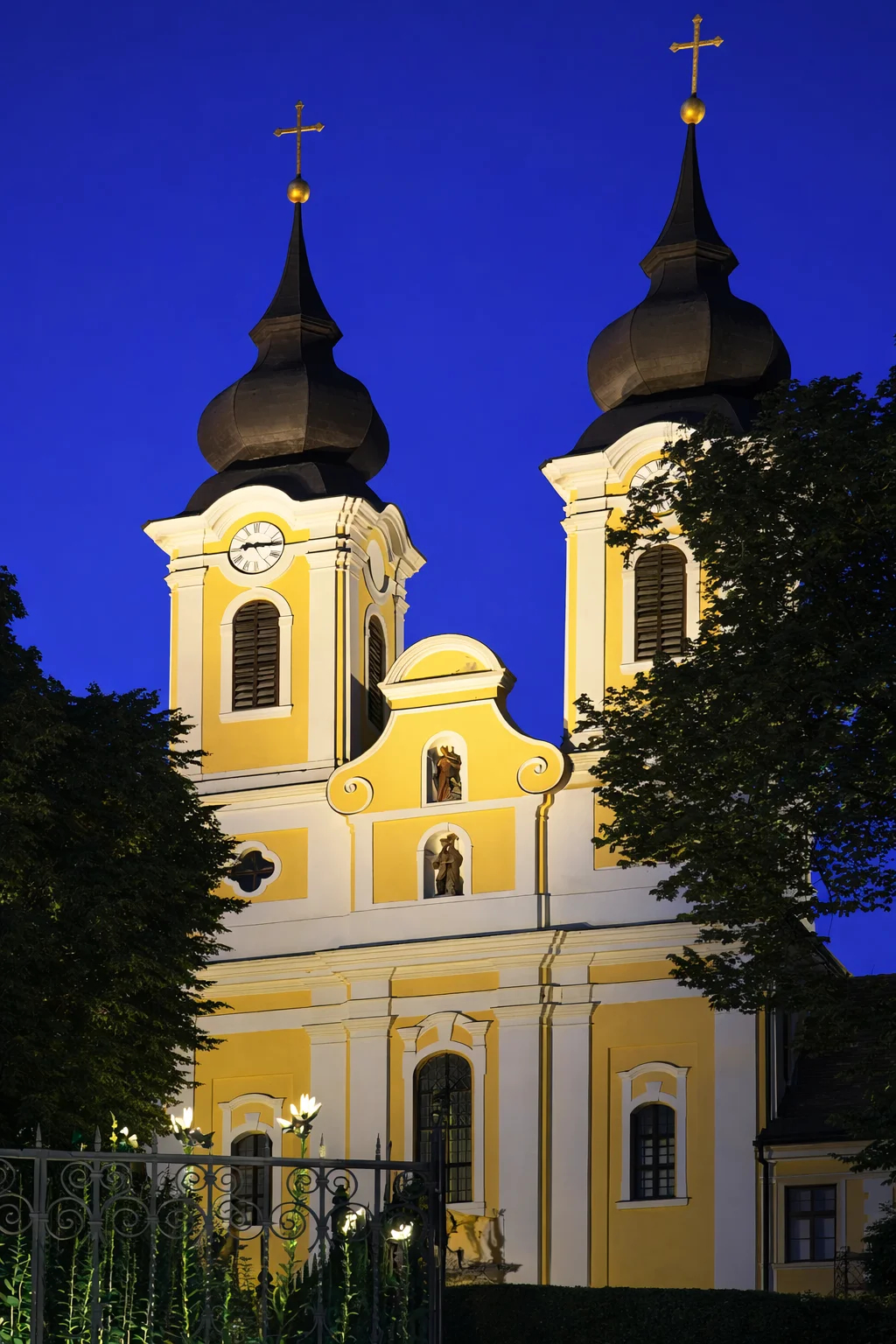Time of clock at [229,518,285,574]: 9:15
